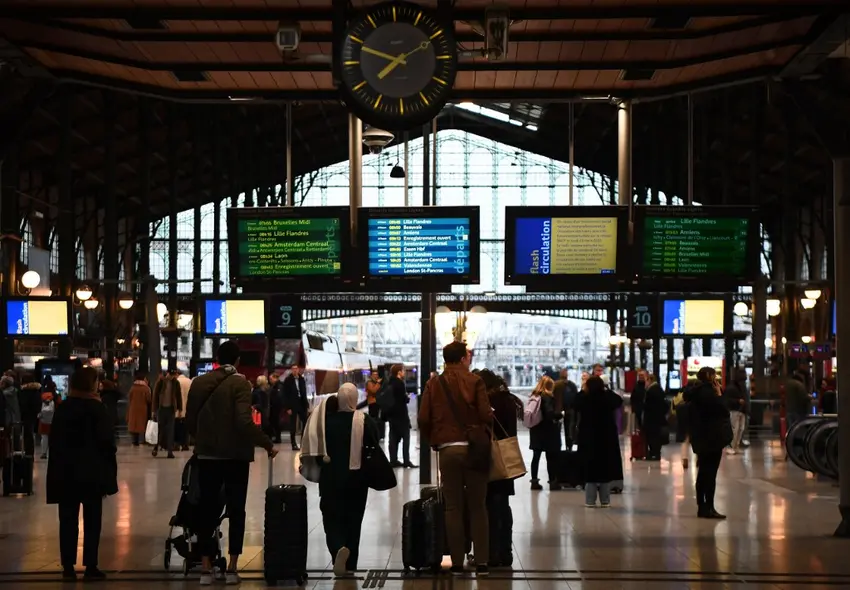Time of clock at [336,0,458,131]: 7:48
